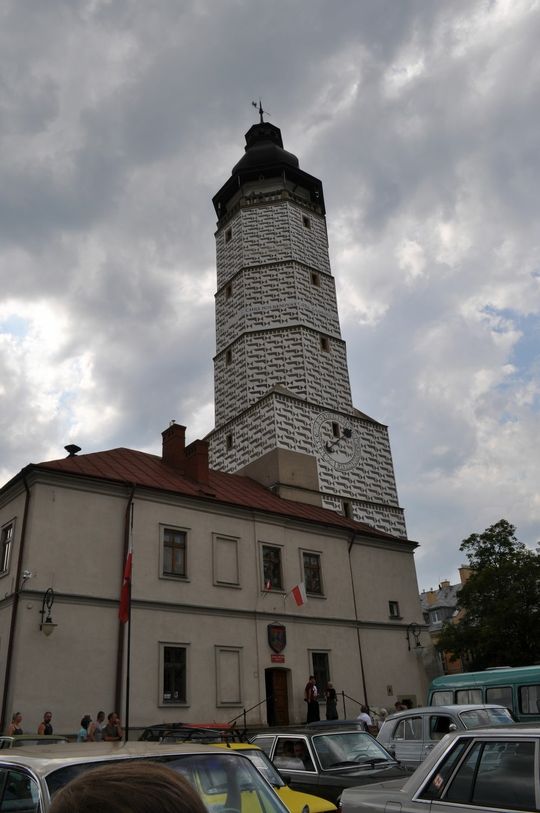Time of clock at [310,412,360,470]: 11:37
